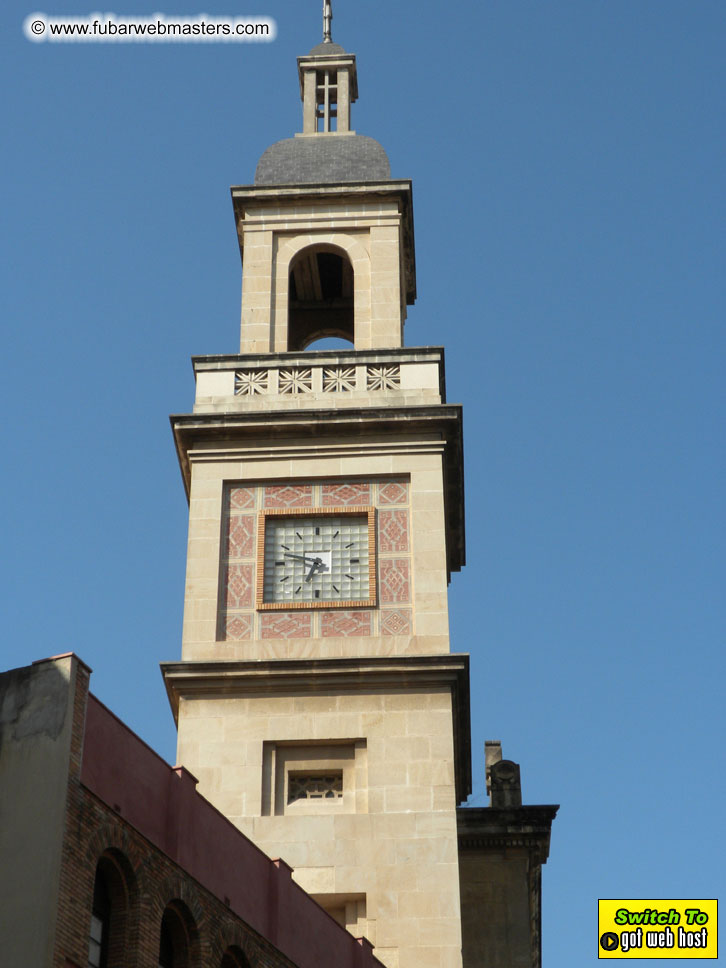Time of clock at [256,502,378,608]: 6:47
